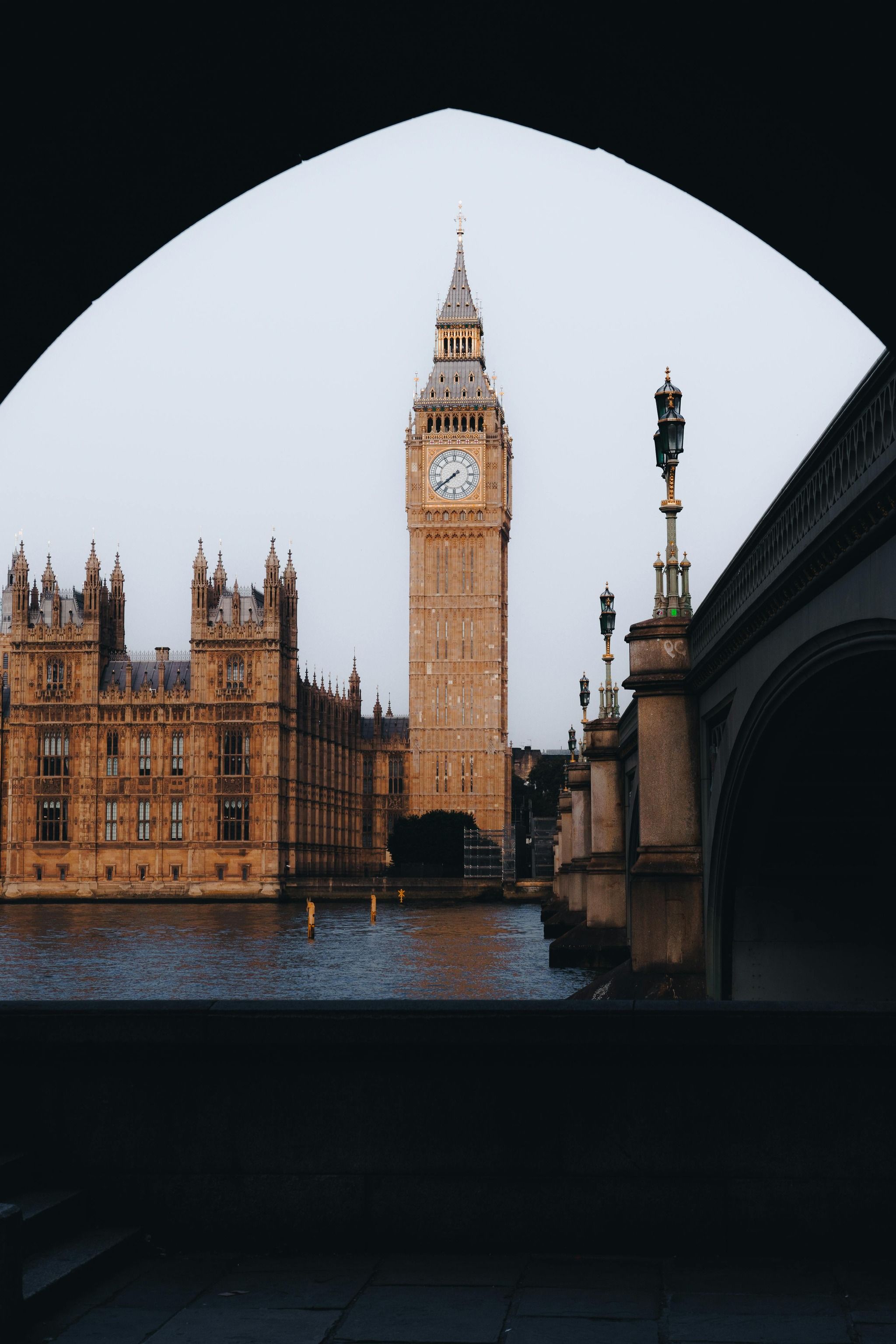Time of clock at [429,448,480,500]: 7:38
